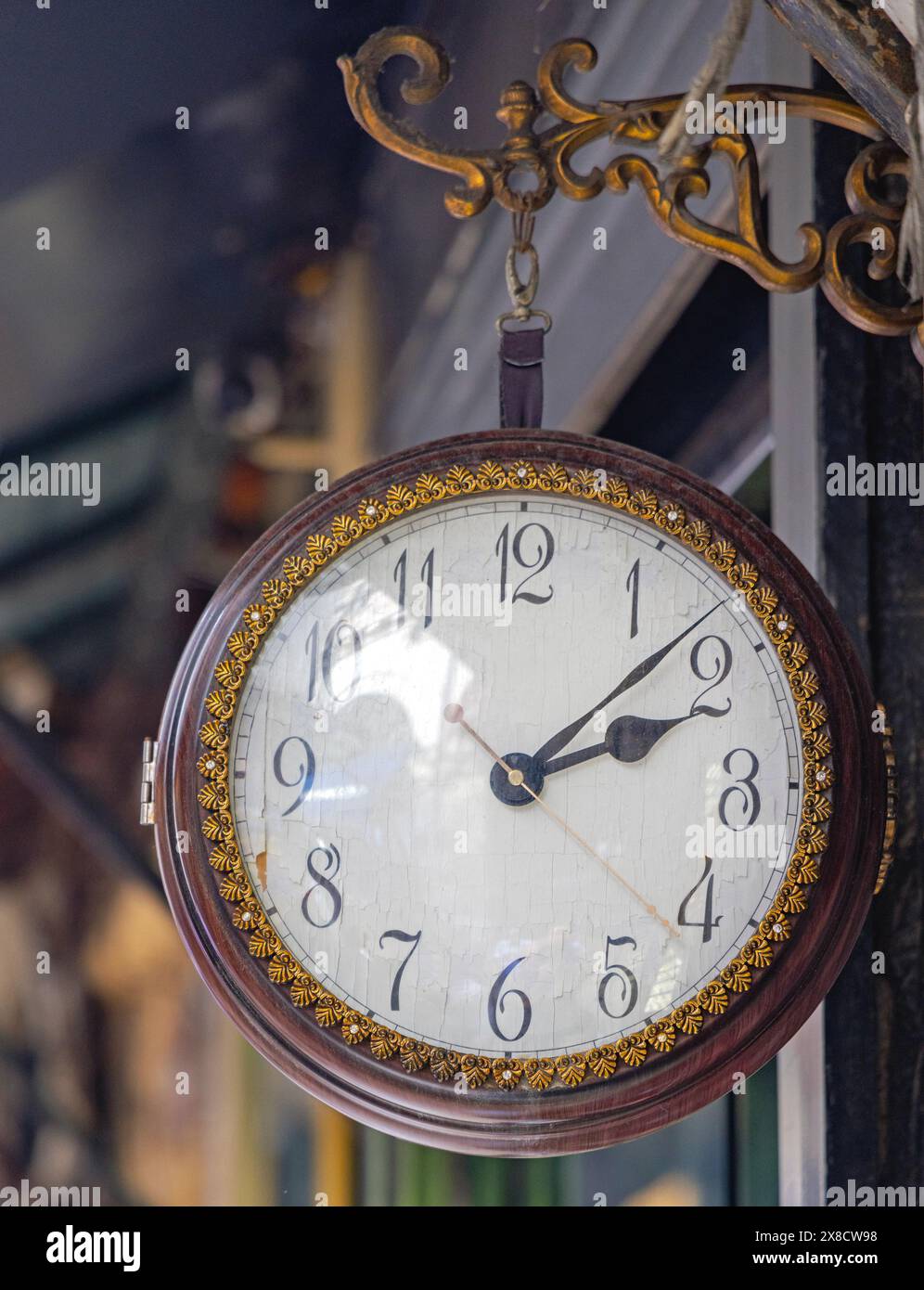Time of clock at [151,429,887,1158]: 2:07
